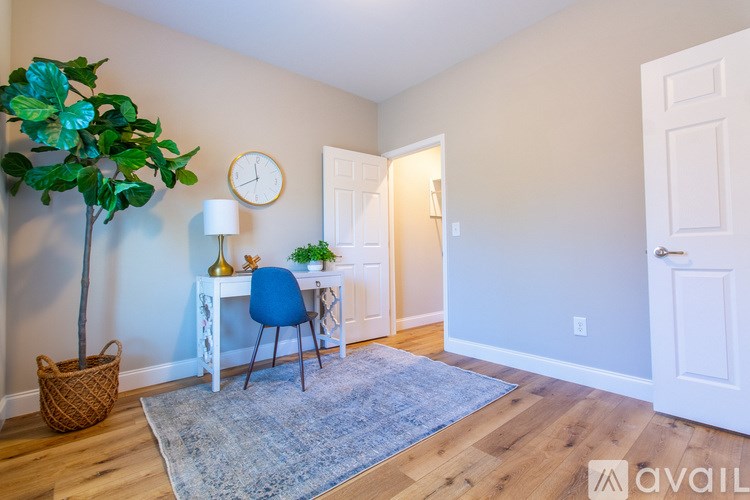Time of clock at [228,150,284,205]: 11:40
